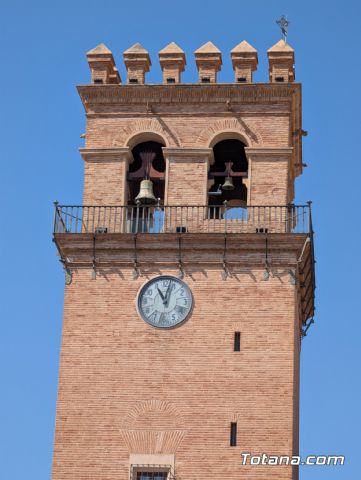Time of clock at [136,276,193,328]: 11:02
